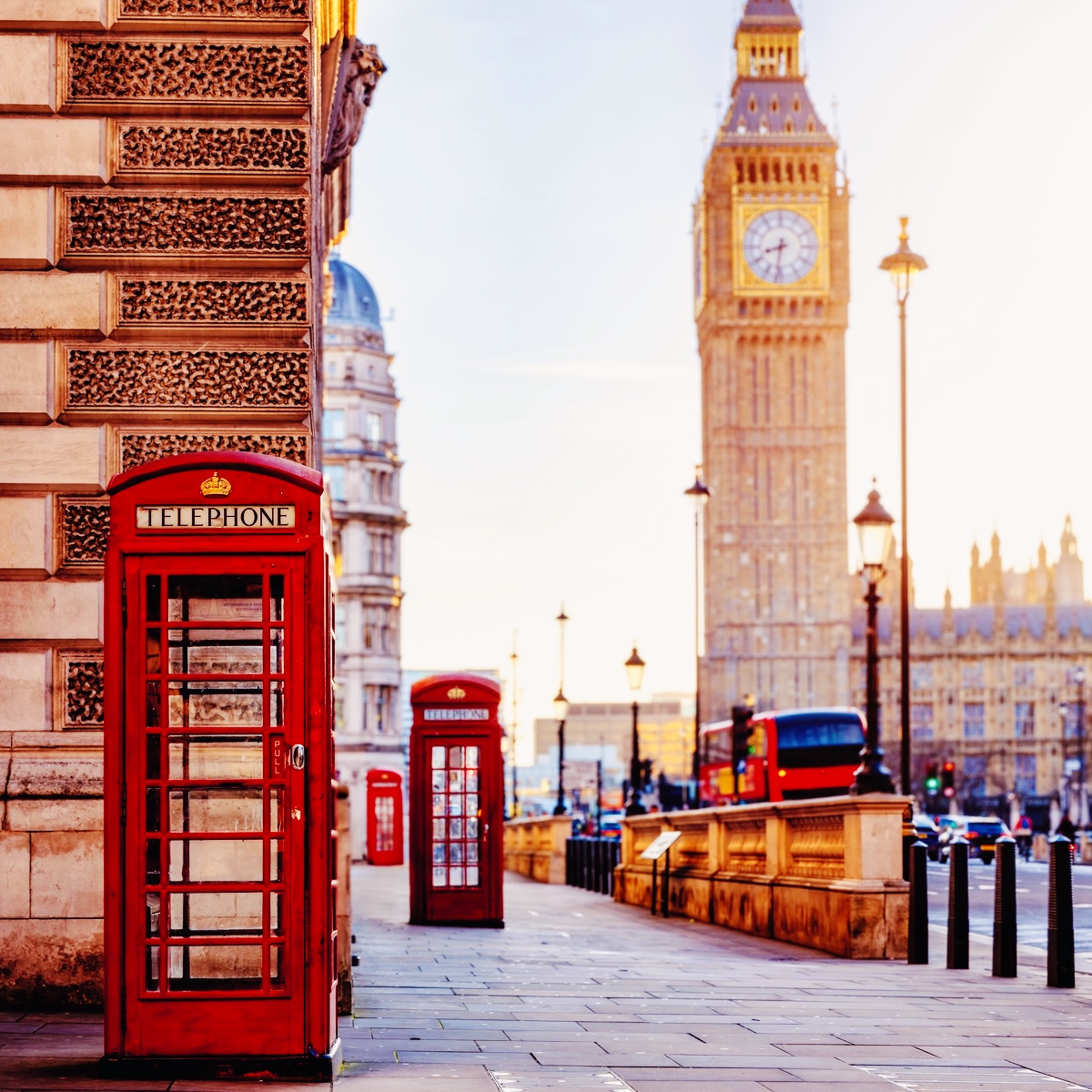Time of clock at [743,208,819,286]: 8:31
